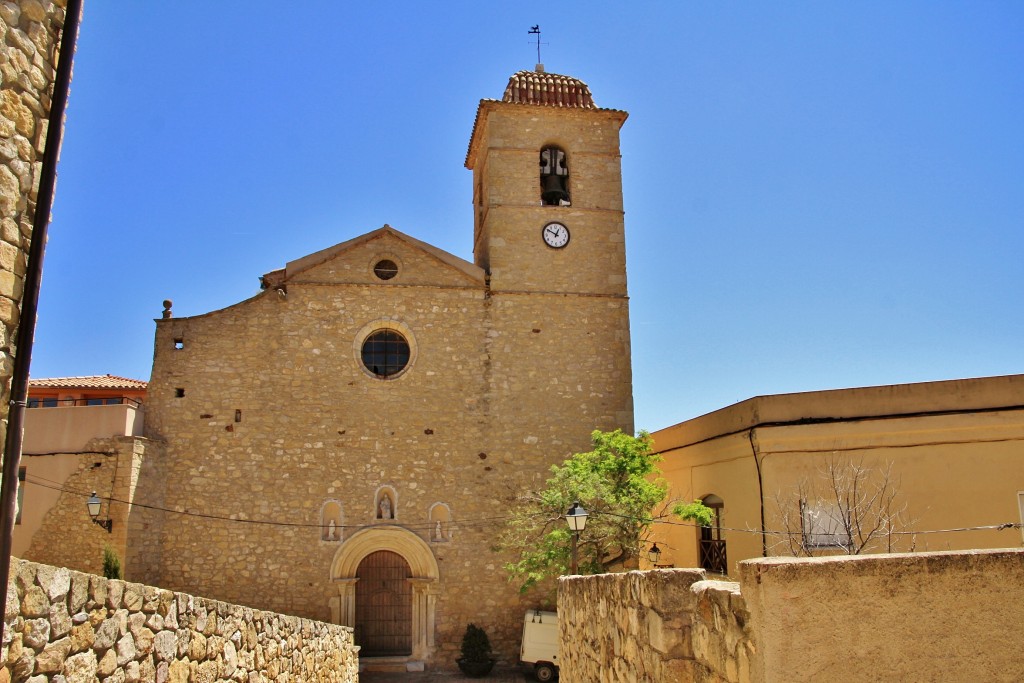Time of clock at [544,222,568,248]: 12:50
